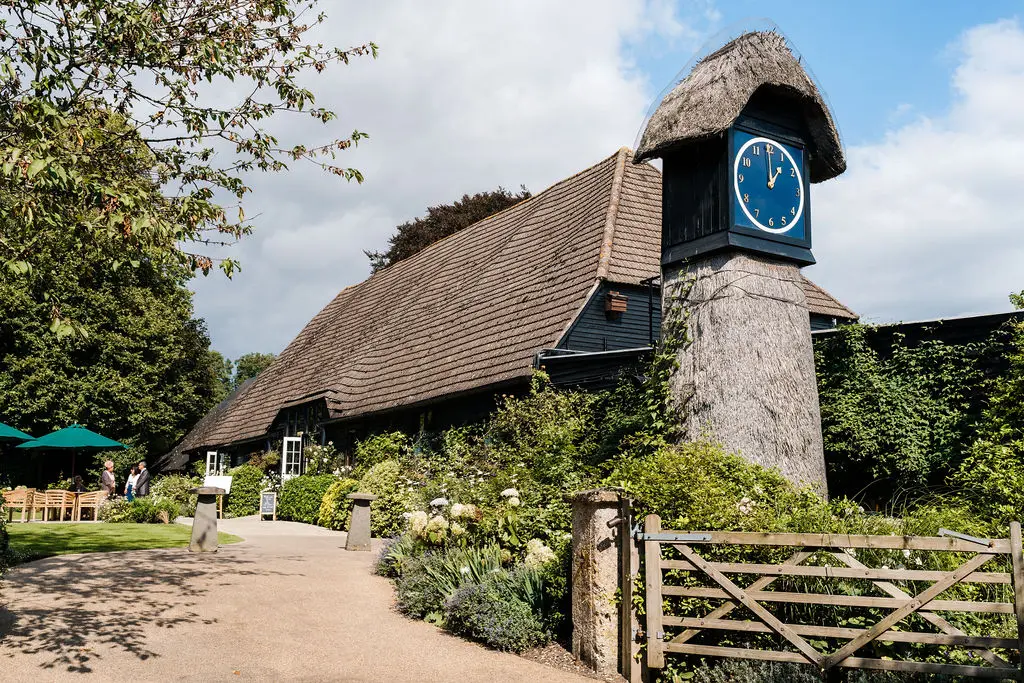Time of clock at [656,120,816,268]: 1:00
